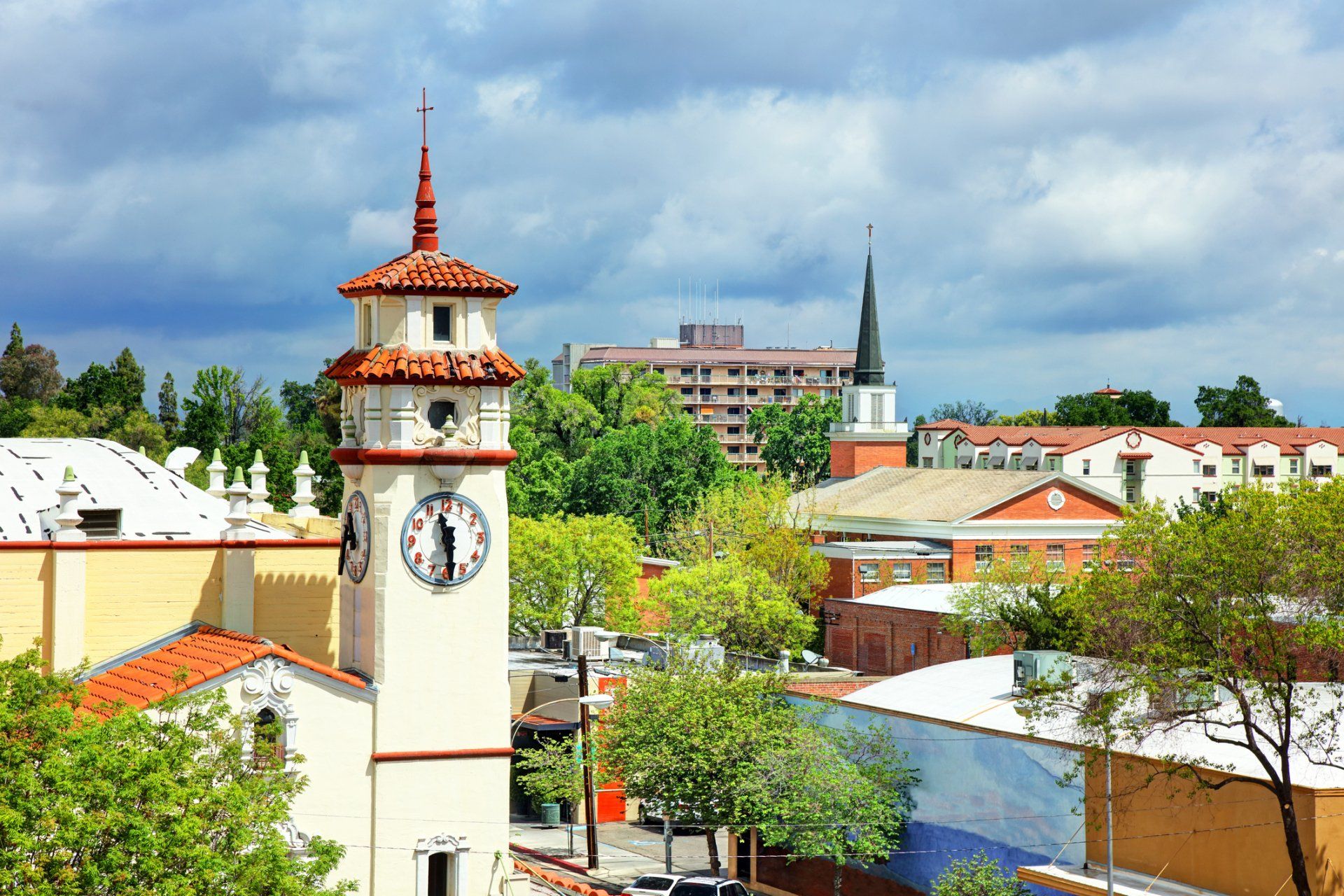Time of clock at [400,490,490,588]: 11:29
